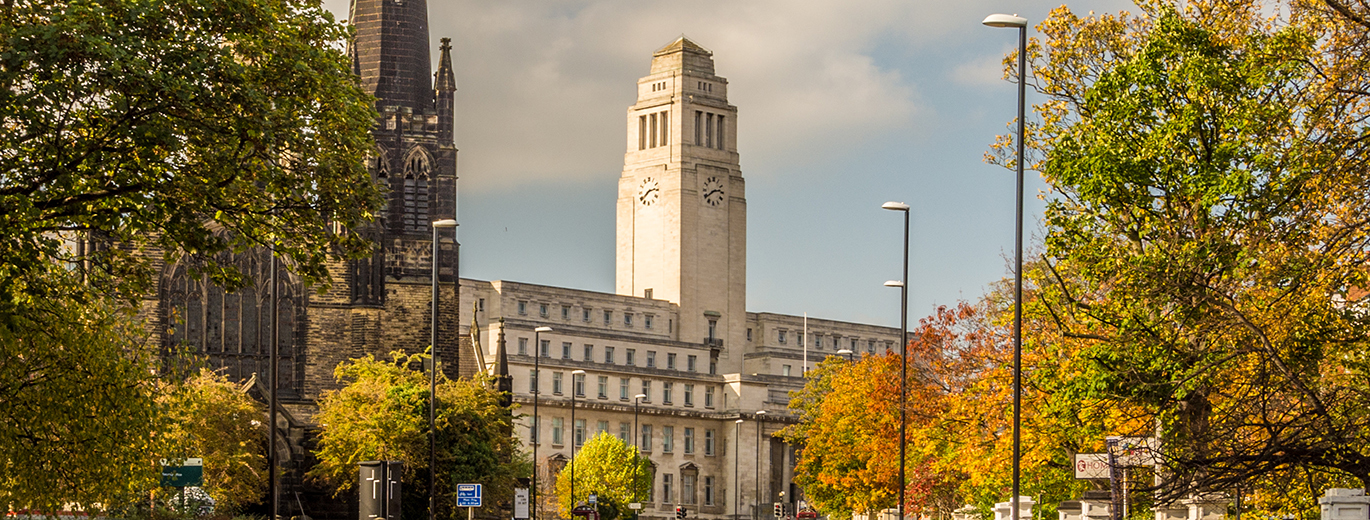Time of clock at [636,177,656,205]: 2:38
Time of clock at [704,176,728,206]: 2:39
